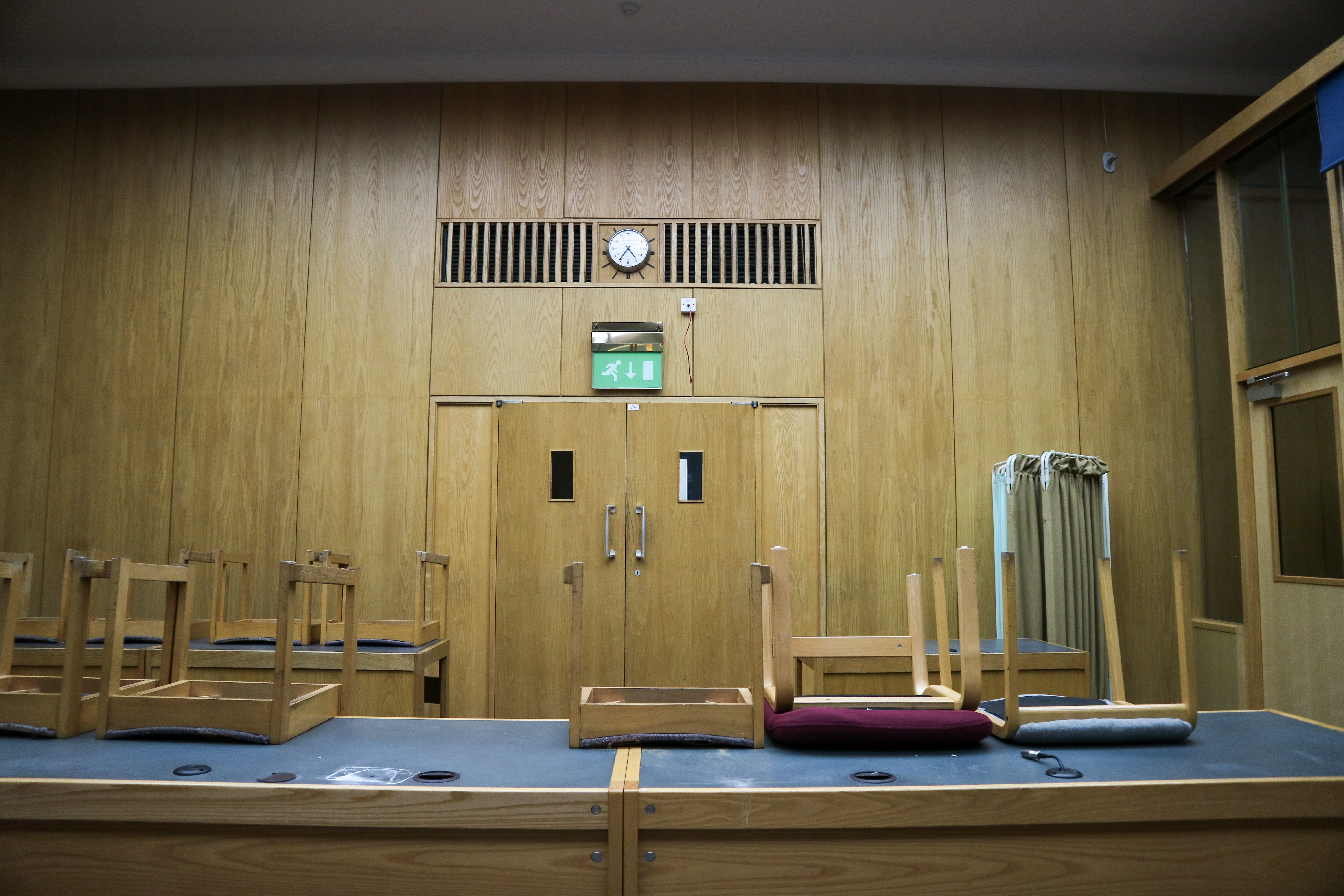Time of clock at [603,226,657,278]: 4:36
